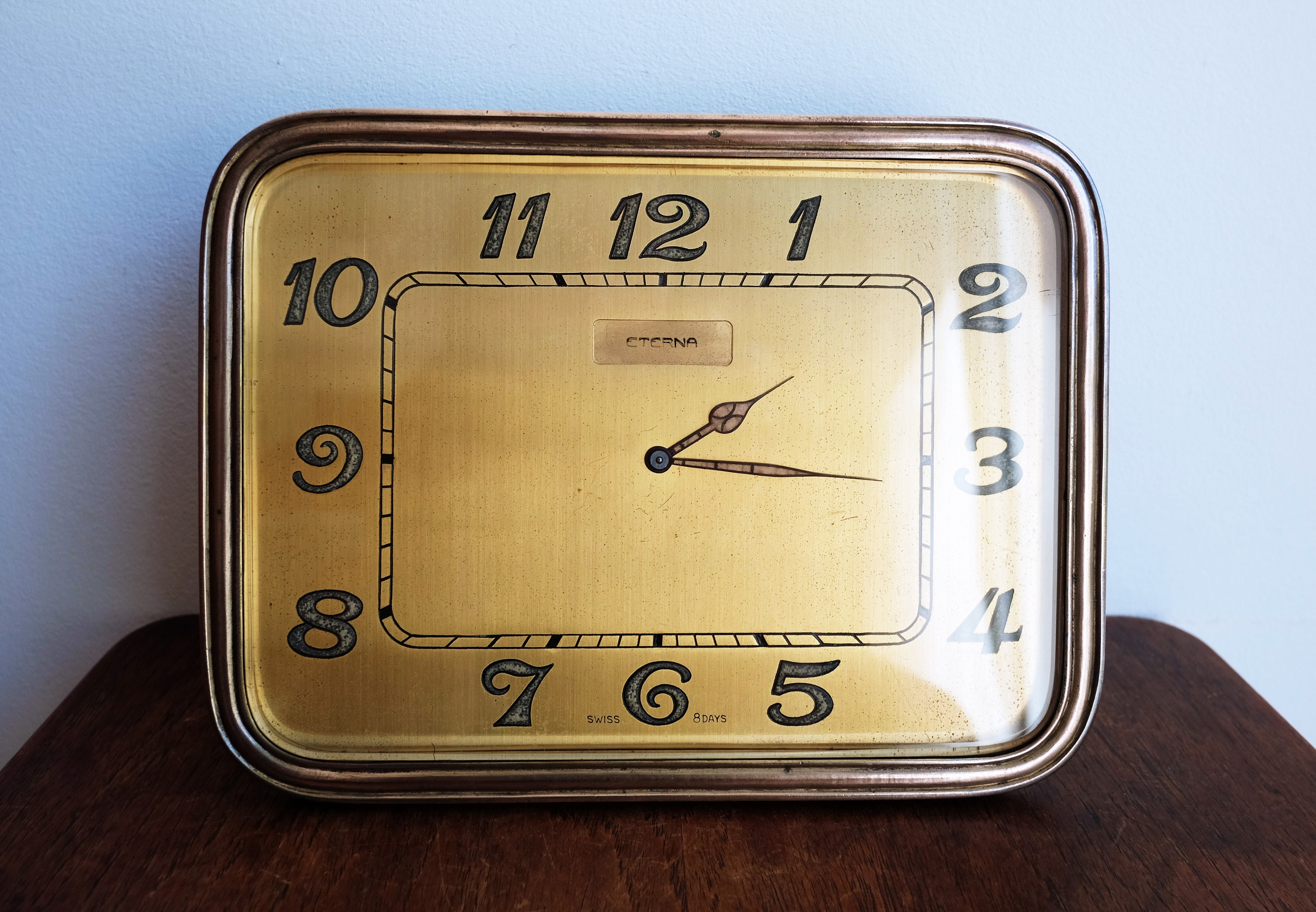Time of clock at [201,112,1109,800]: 2:16
